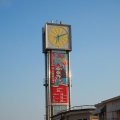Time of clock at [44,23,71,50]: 6:11
